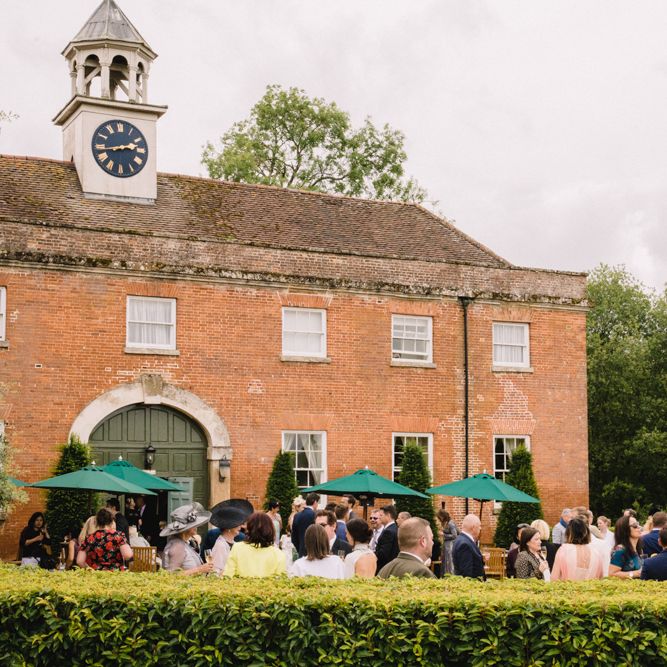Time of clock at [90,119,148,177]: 2:43
